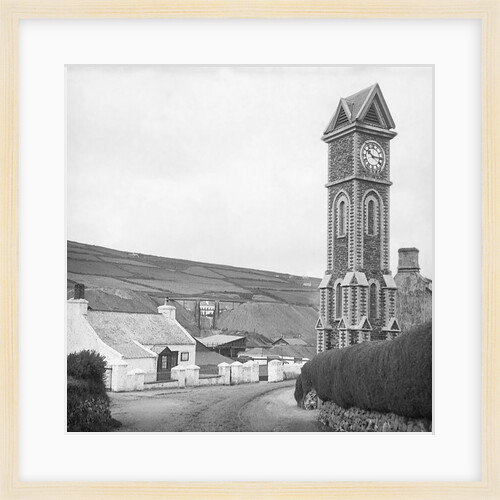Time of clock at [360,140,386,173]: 10:15
